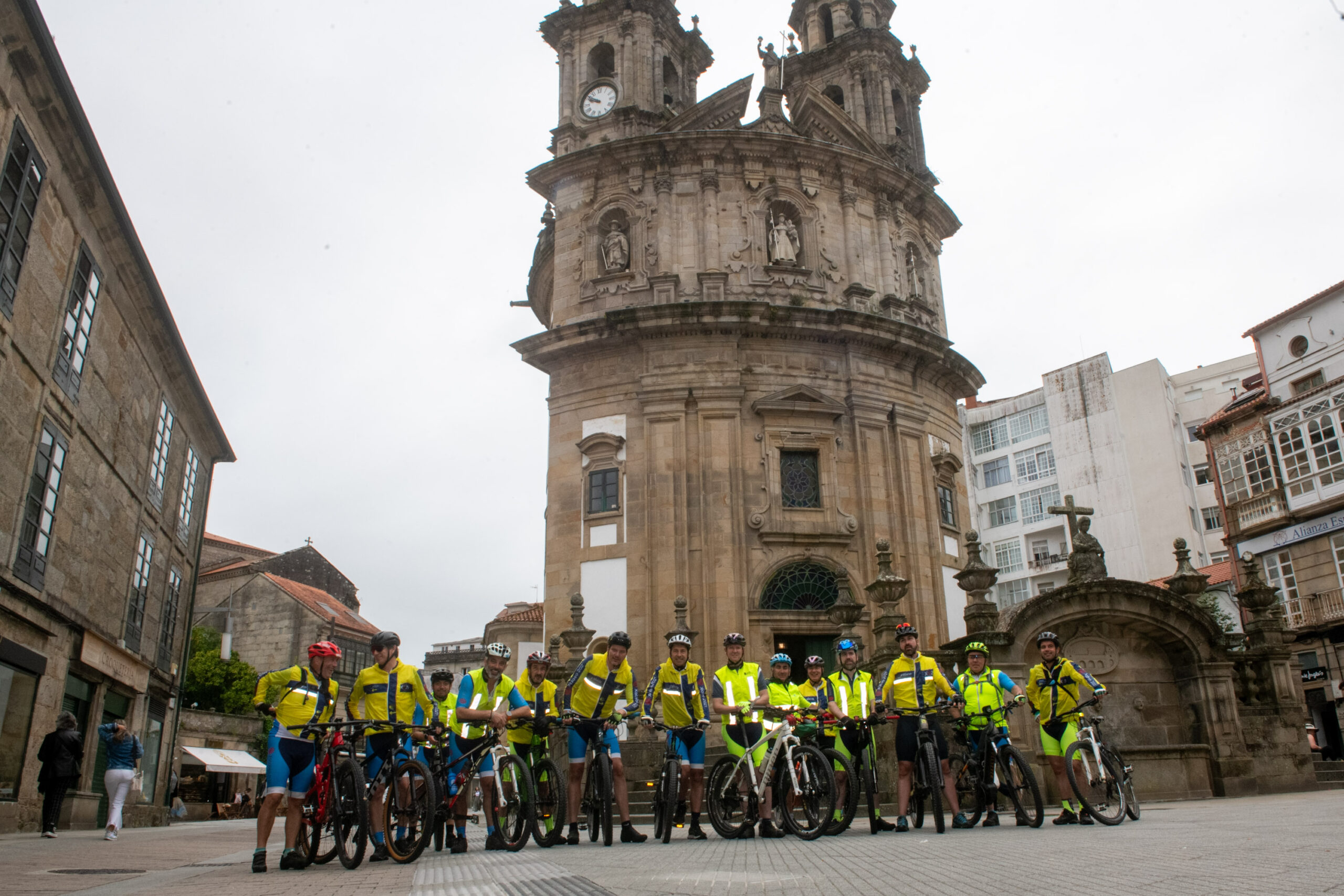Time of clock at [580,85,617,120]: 9:51
